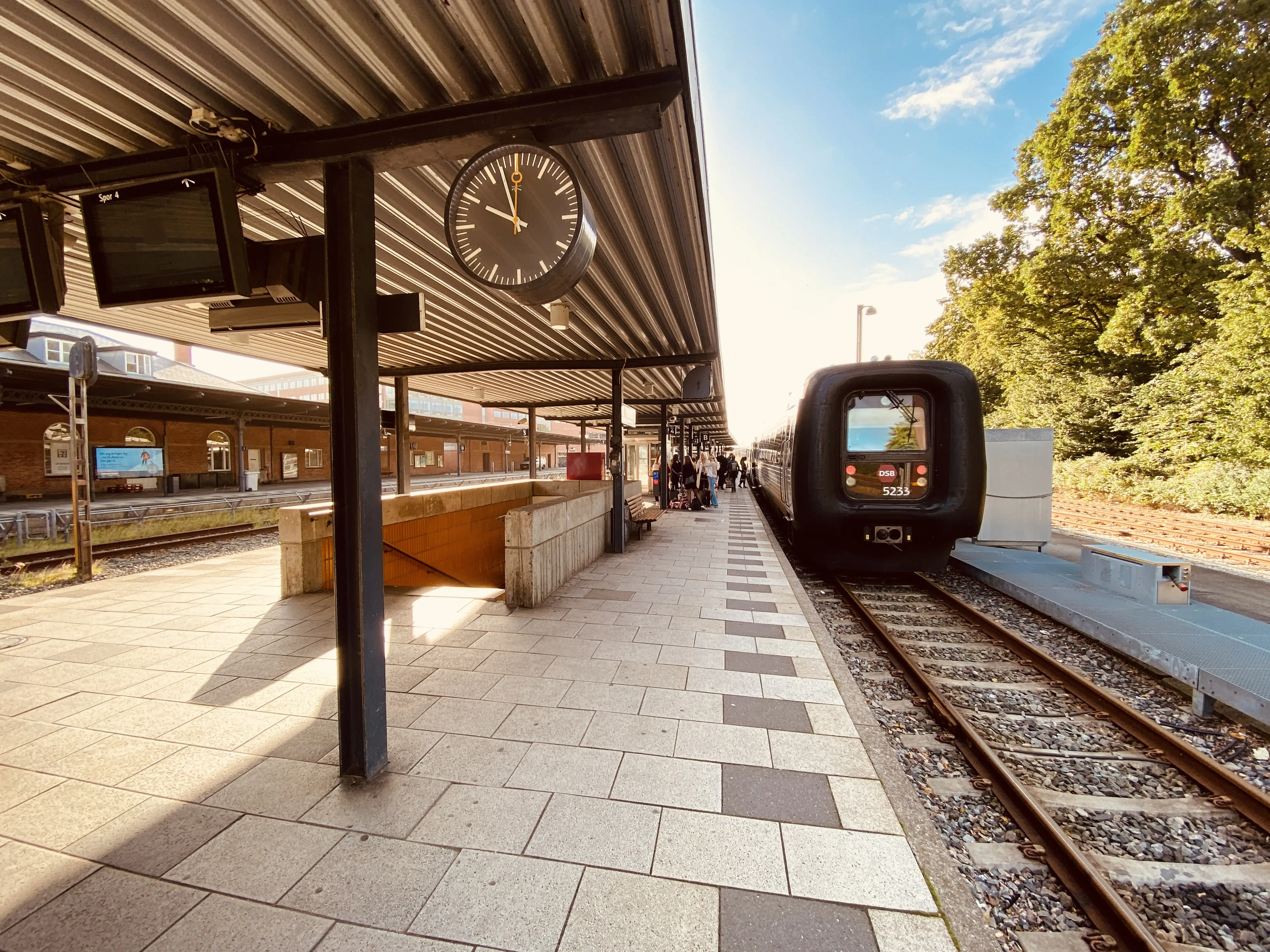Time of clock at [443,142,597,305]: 9:57
